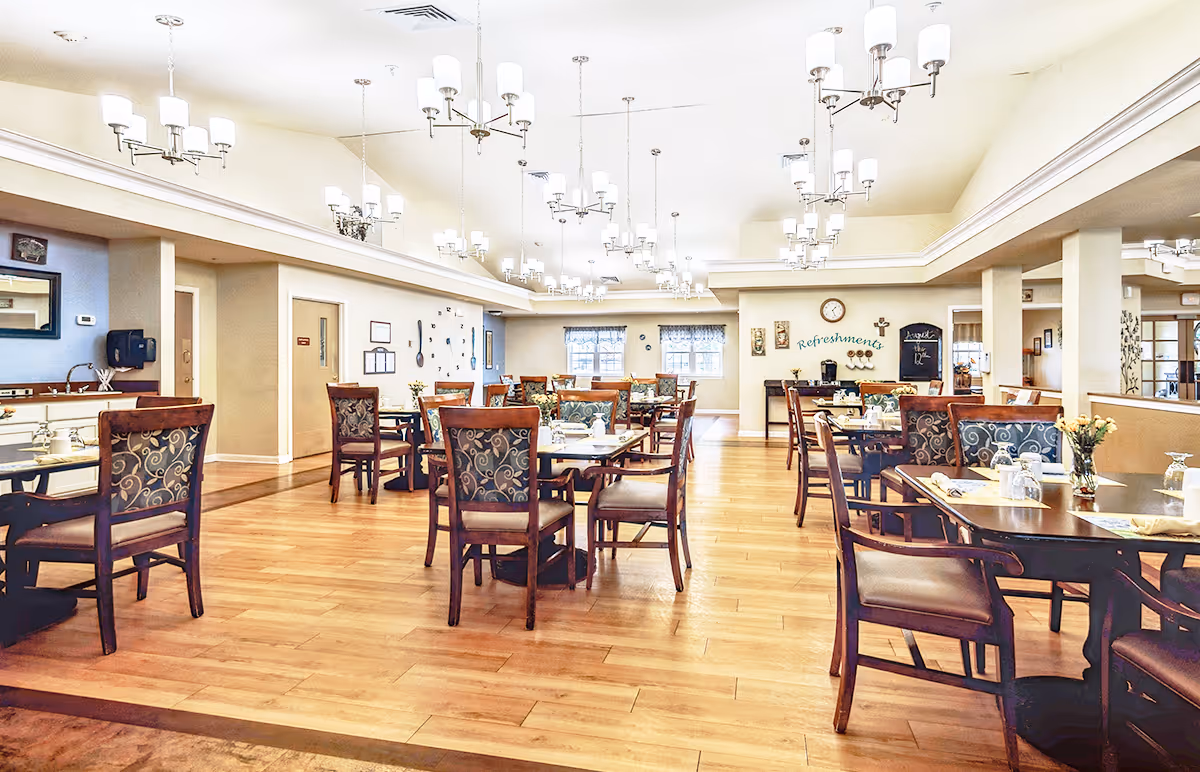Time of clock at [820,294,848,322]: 1:26
